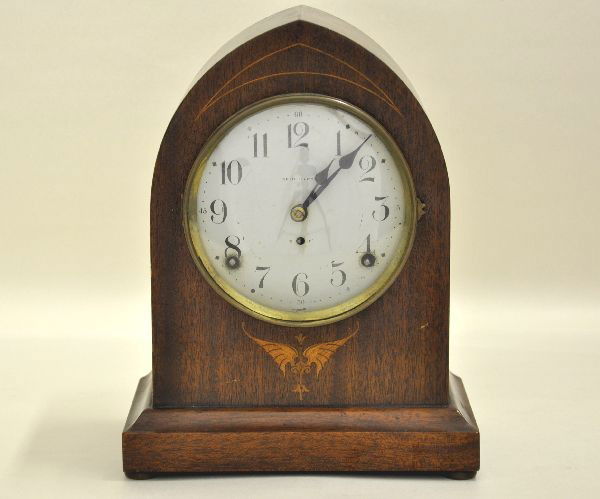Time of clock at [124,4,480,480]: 1:07
